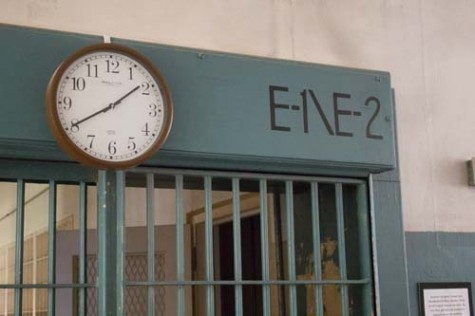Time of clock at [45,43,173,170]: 1:40
